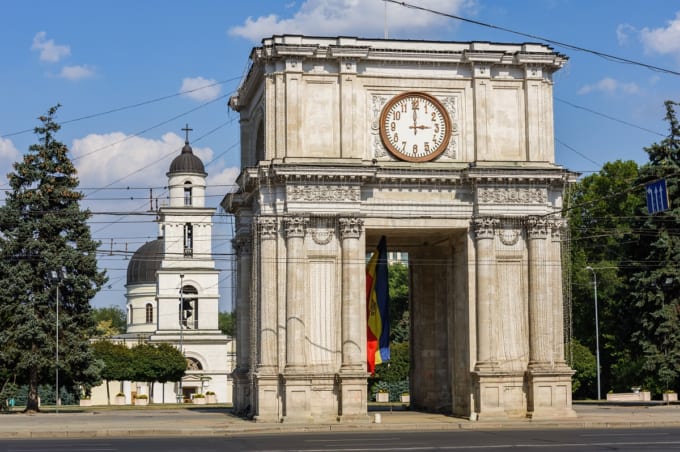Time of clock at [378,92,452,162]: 2:59
